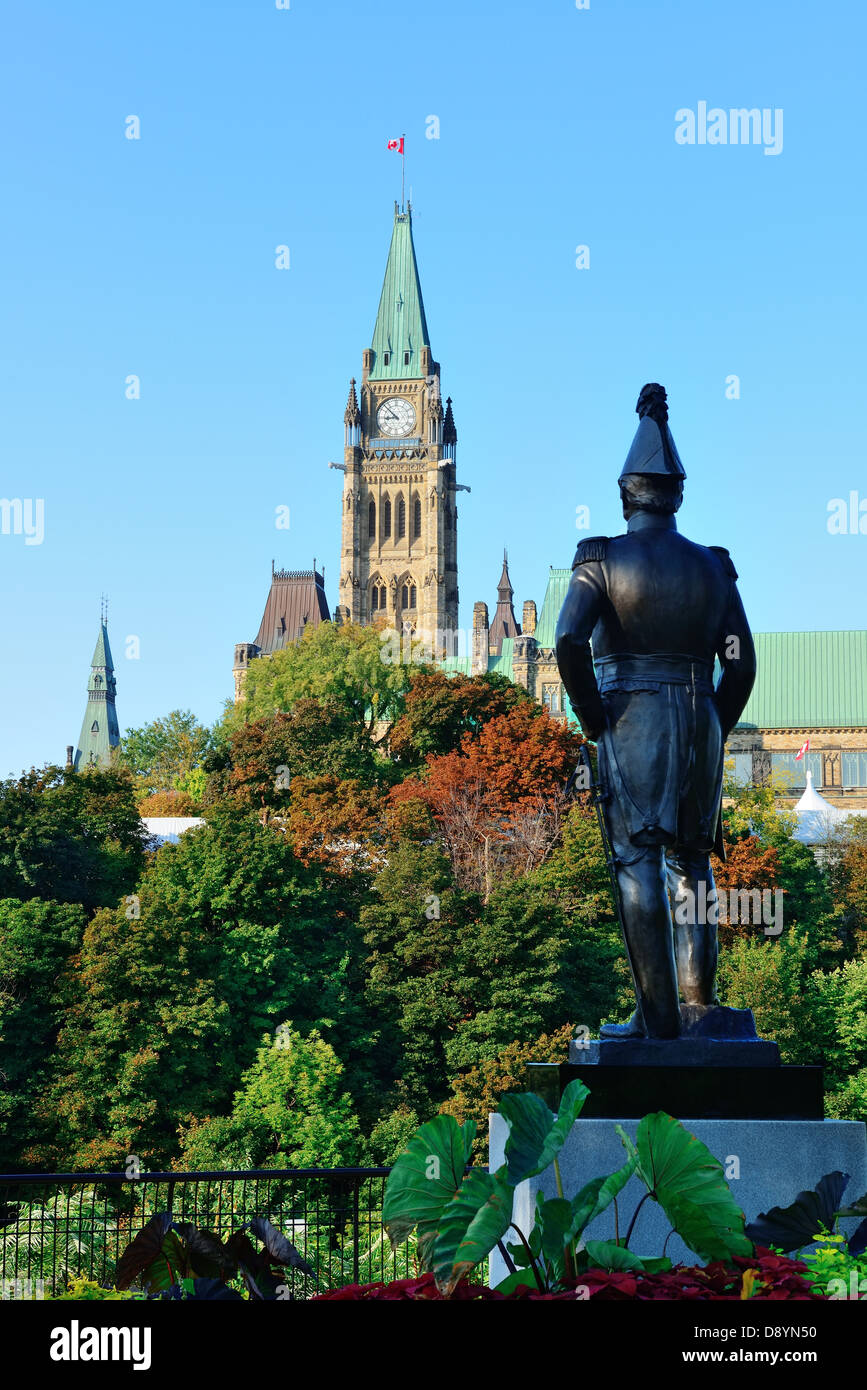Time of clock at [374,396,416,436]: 8:52
